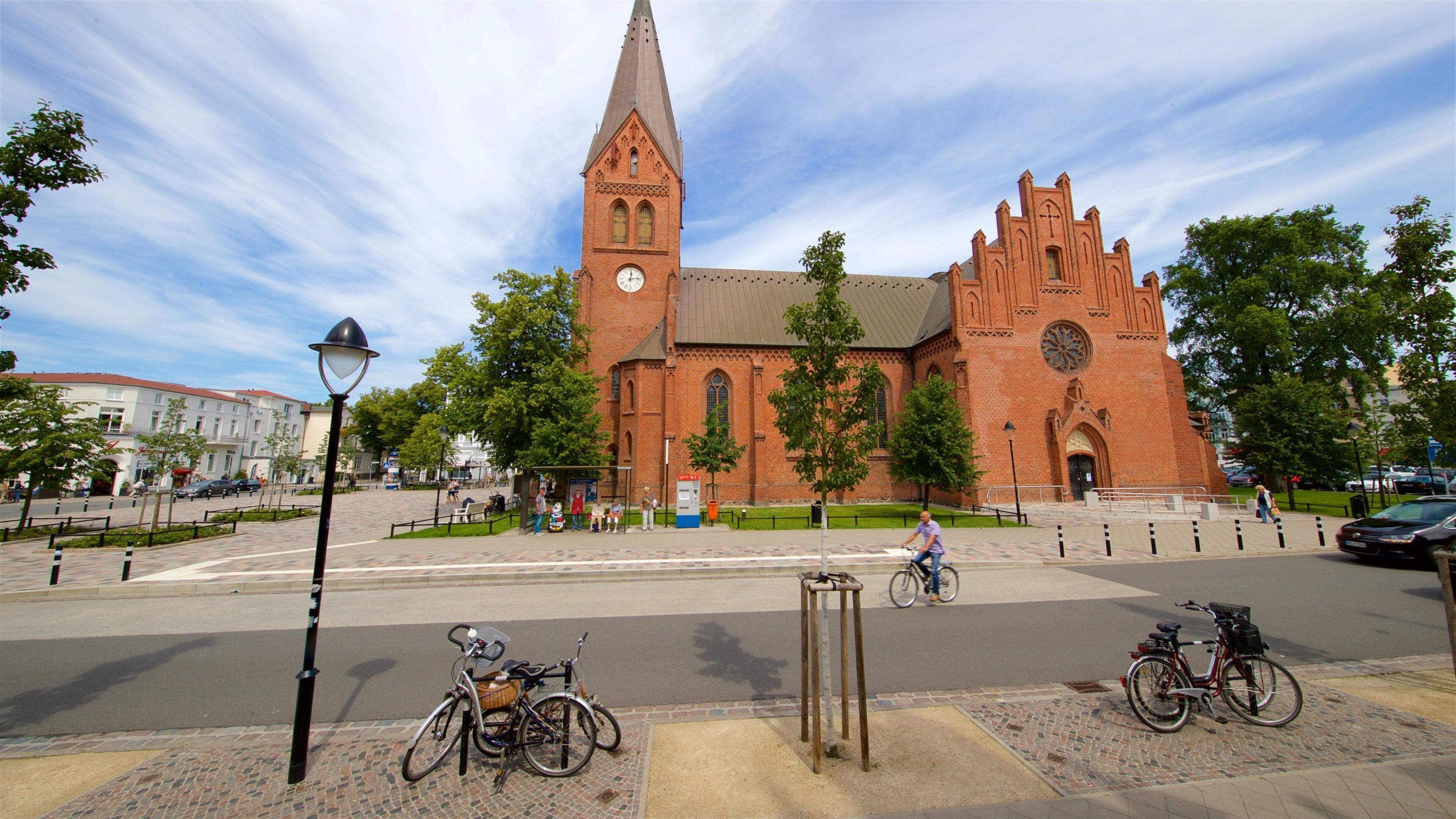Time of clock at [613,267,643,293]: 12:13
